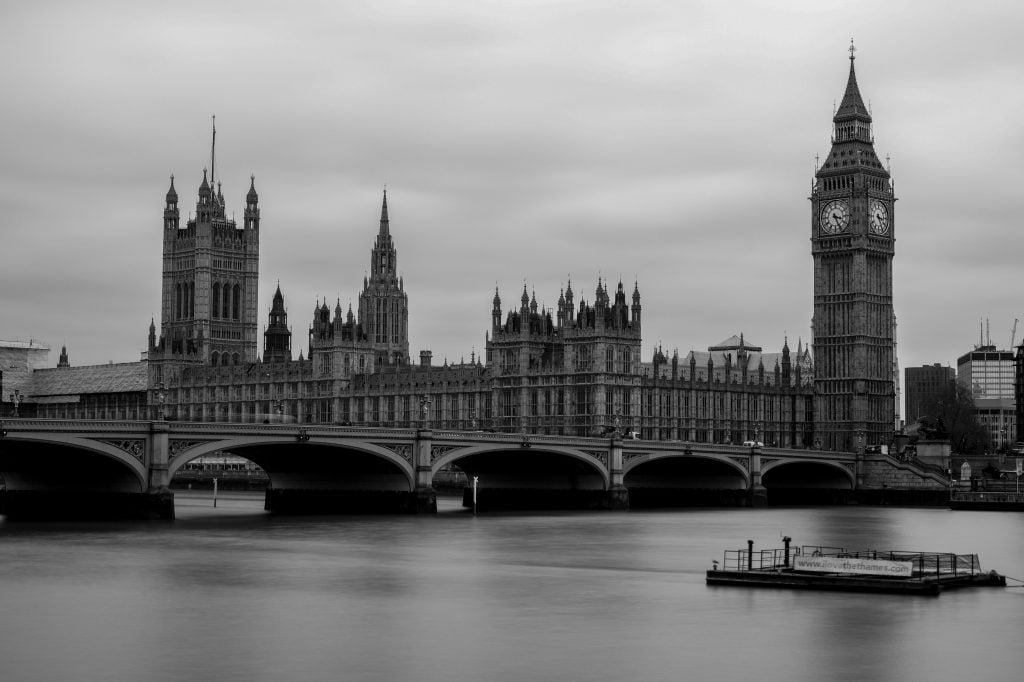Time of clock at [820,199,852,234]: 3:25
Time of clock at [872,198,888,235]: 3:24
